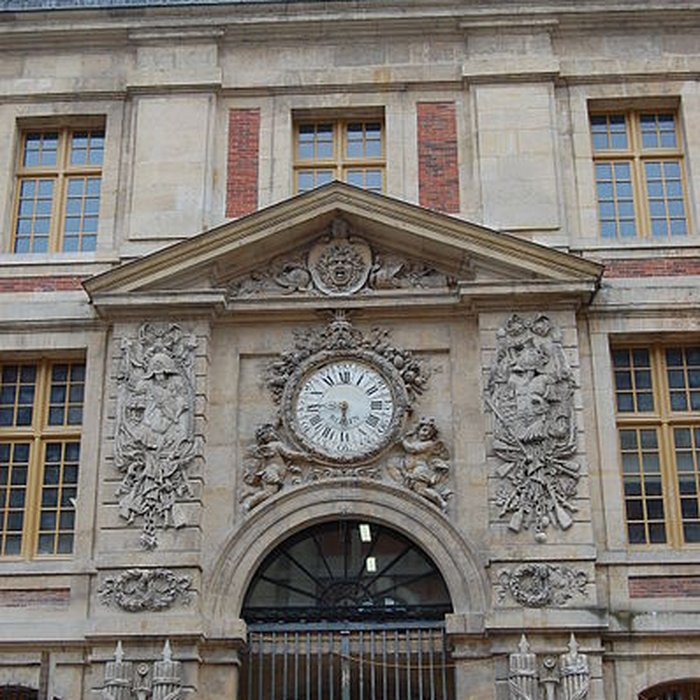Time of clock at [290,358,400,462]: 5:45
